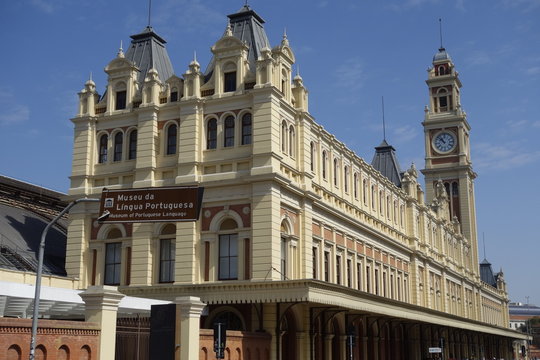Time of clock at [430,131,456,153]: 10:52
